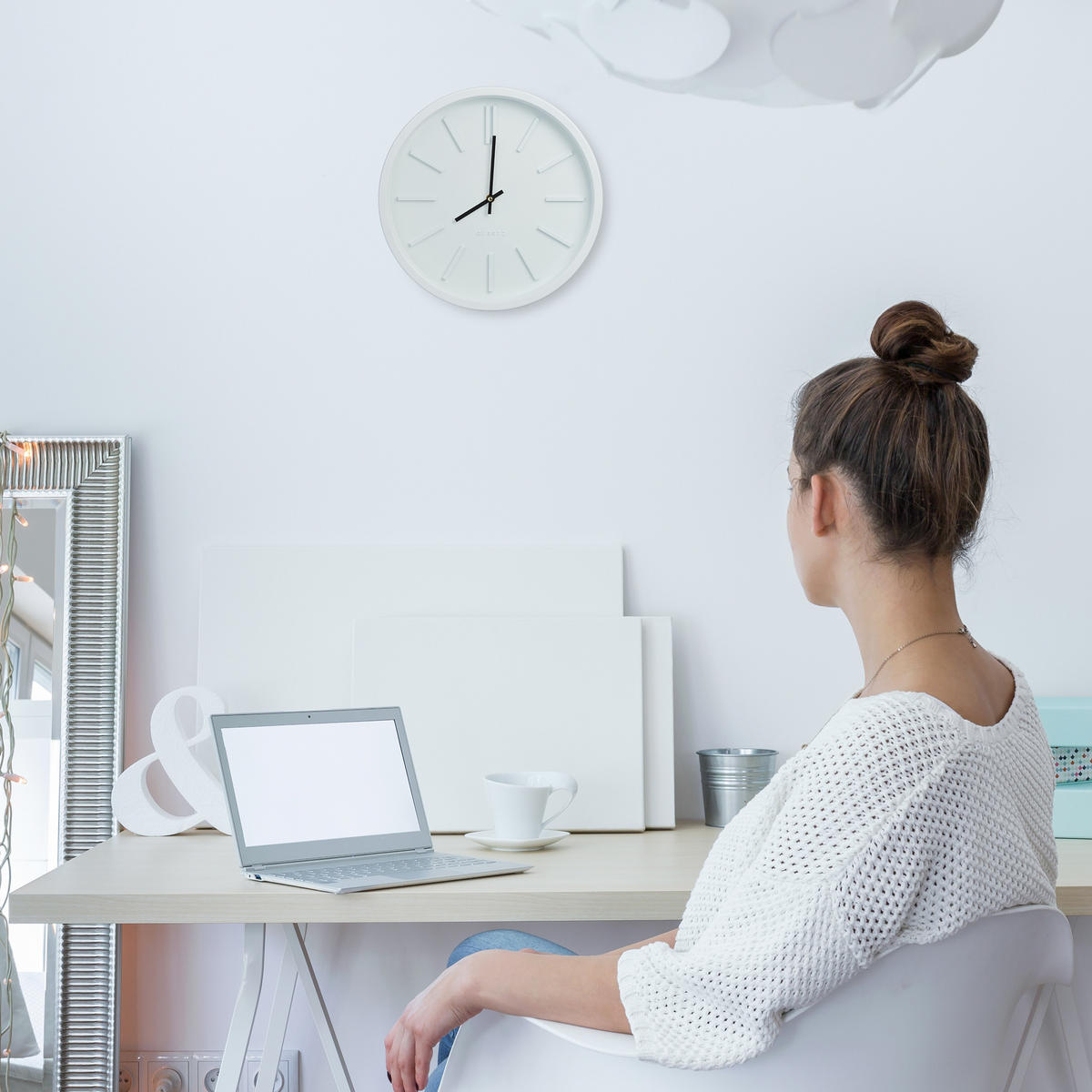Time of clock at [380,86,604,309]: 8:00
